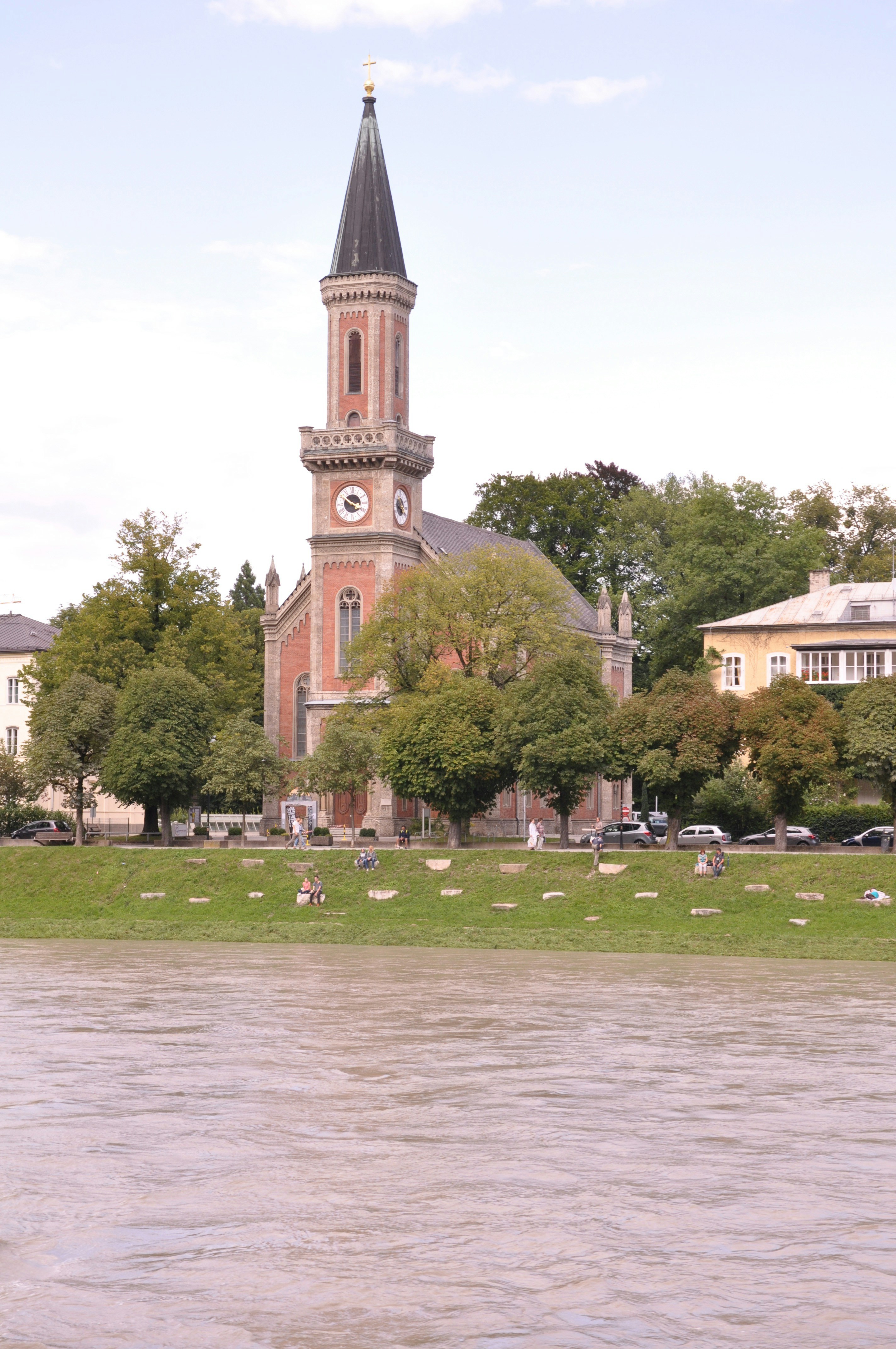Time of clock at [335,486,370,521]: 3:50
